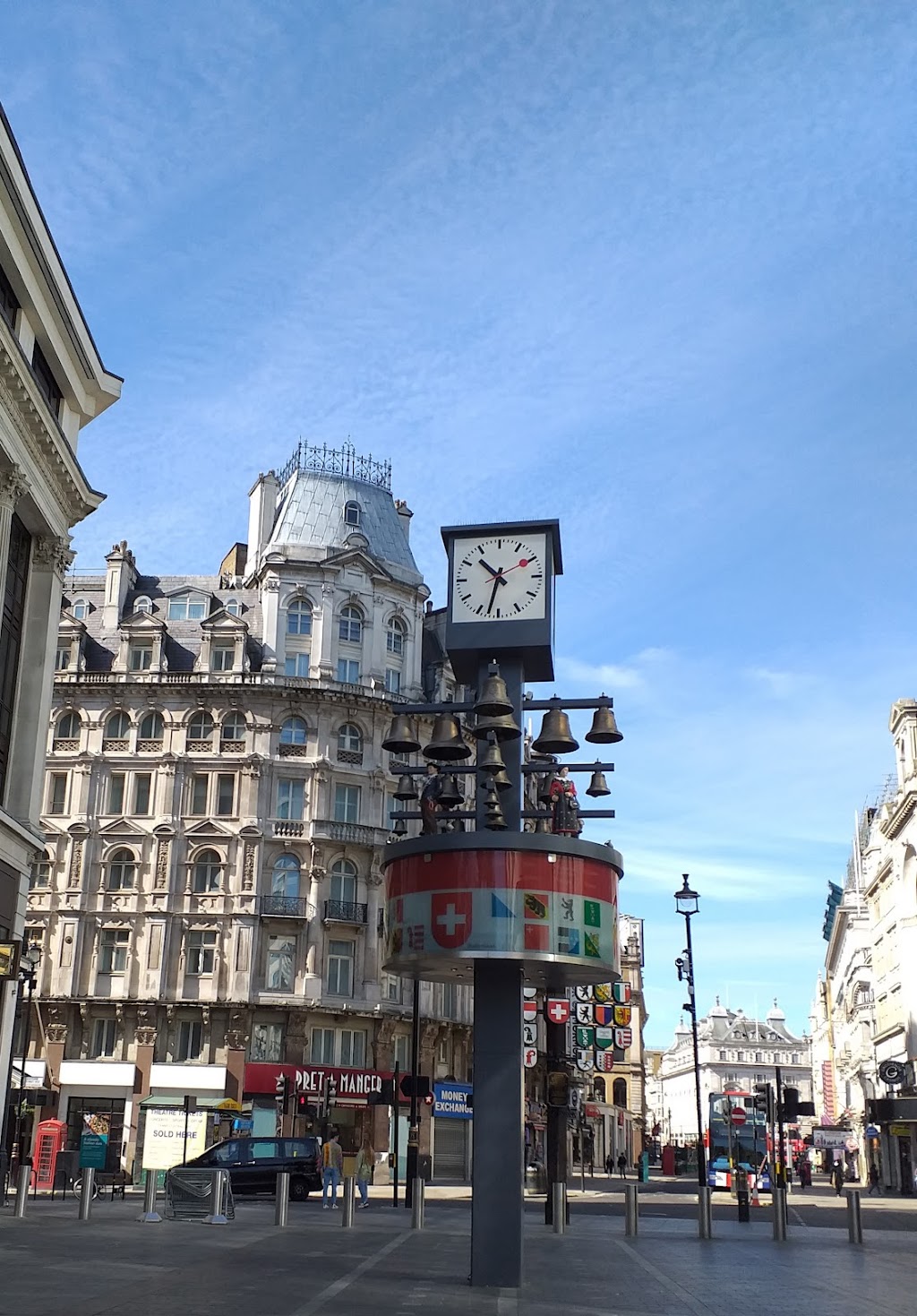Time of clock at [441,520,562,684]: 10:32
